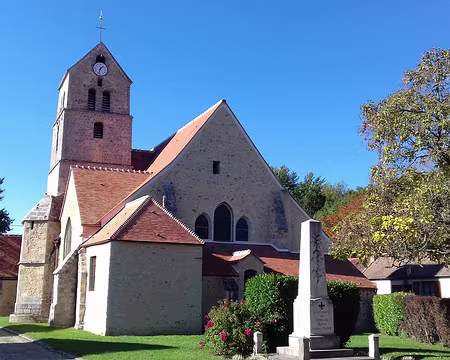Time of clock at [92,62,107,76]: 1:32
